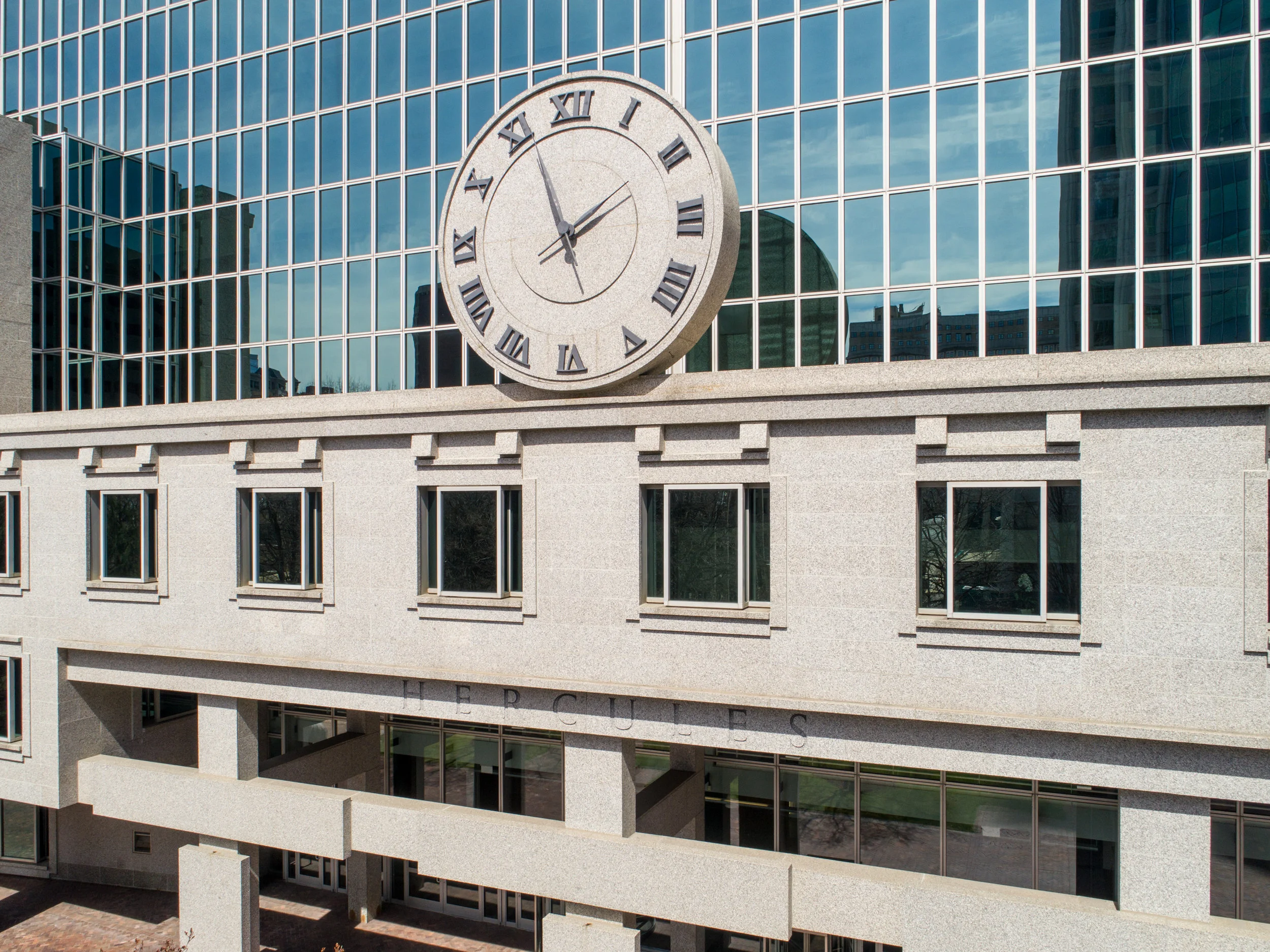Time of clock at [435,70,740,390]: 1:56
